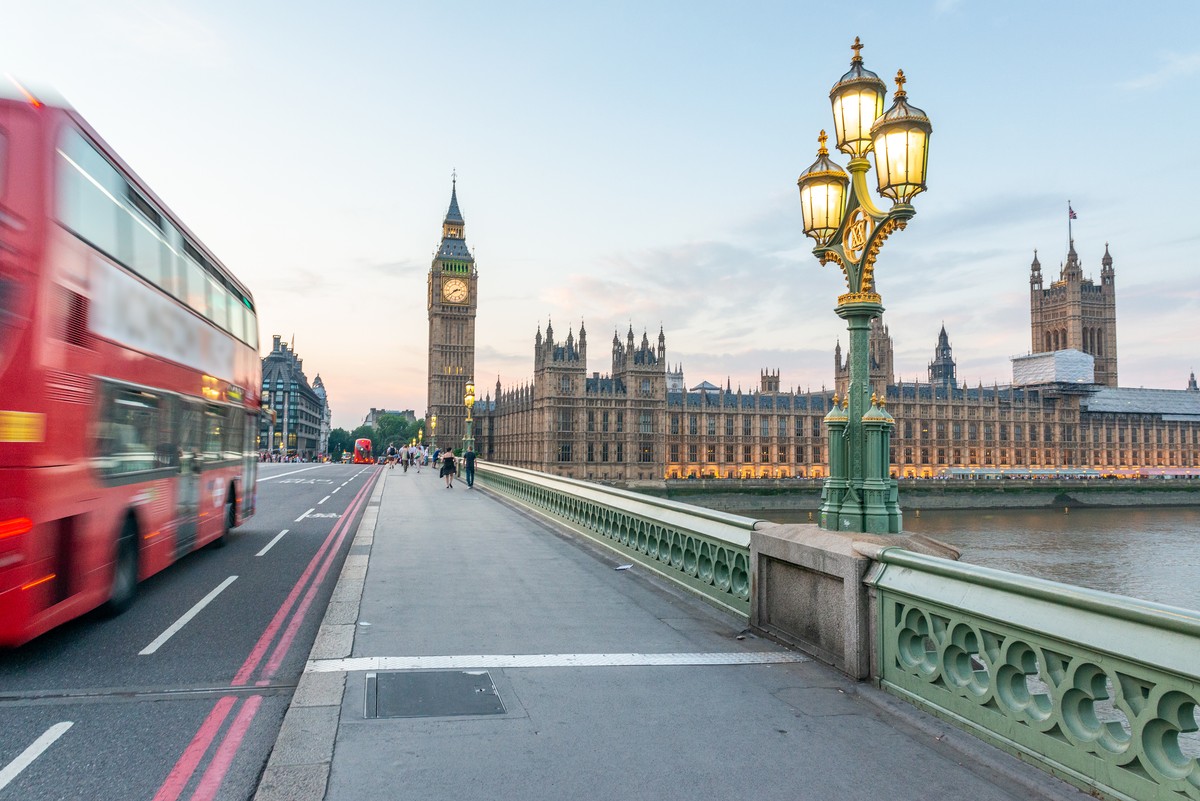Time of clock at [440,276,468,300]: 2:38
